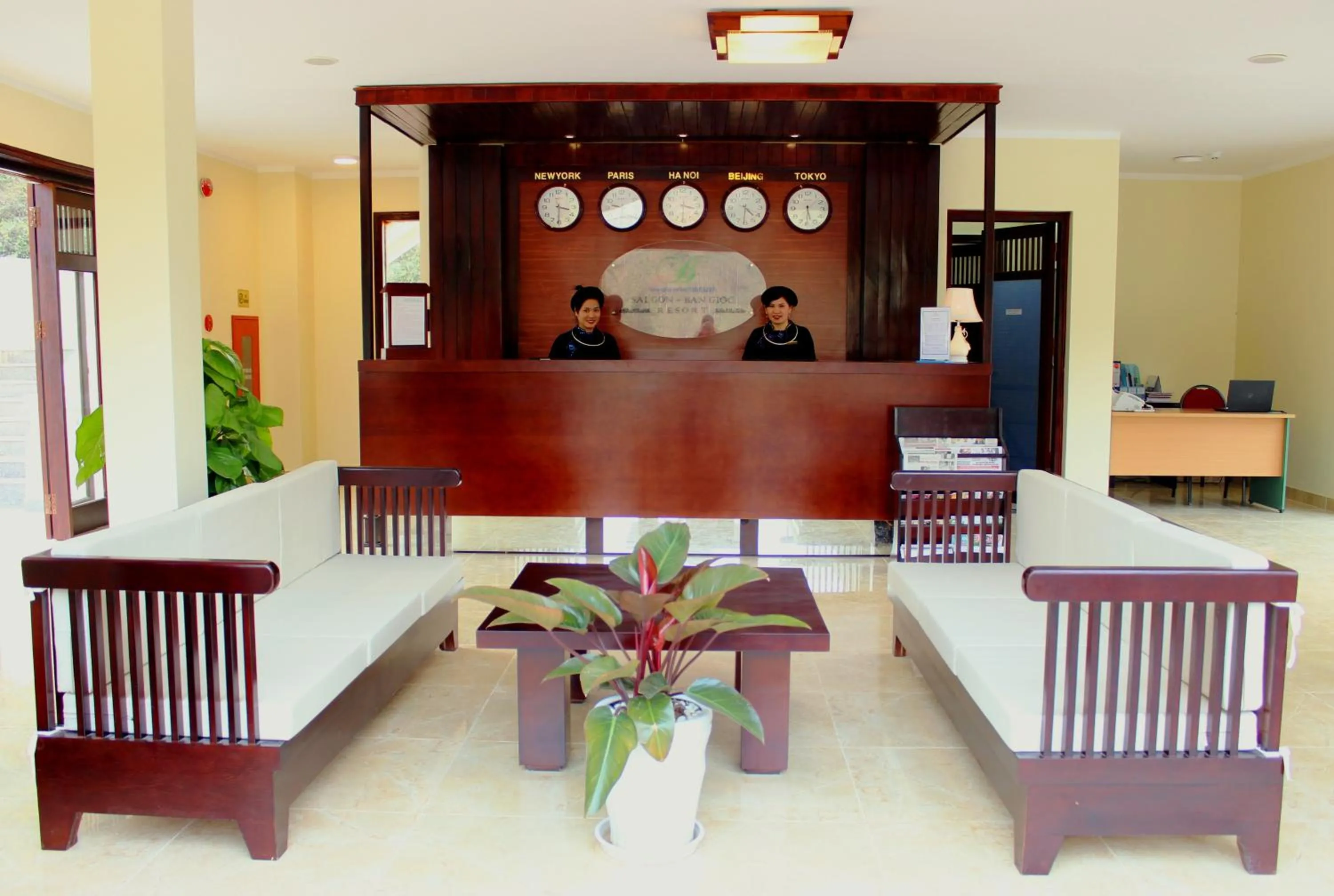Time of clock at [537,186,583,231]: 3:30
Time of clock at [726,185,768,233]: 4:31
